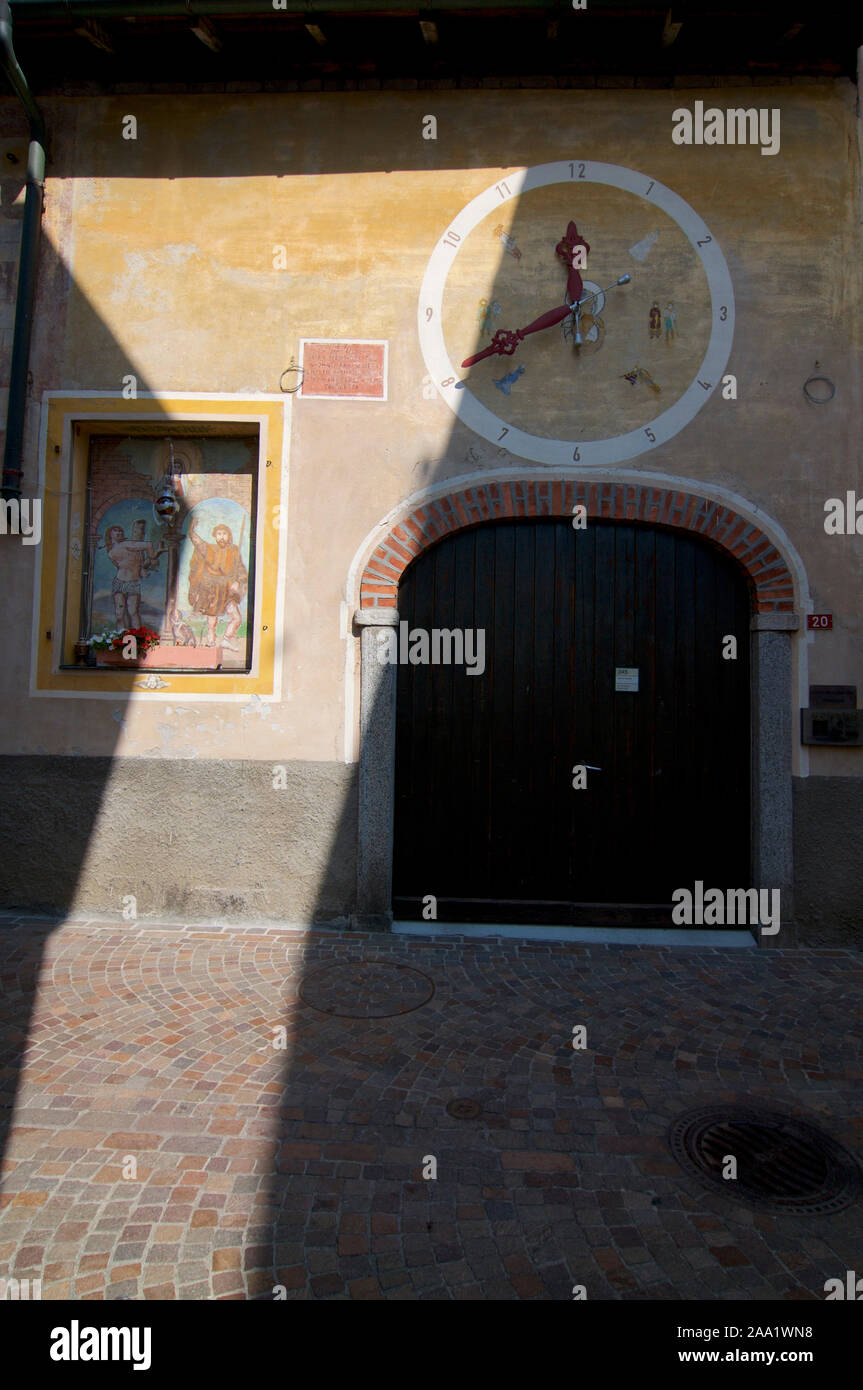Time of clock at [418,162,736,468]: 11:40
